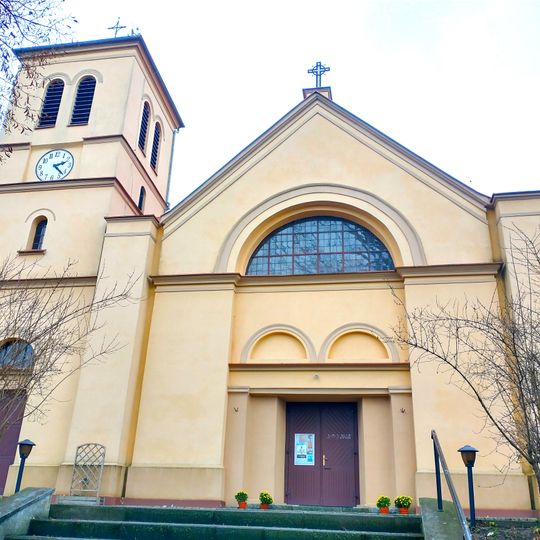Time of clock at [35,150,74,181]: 2:22
